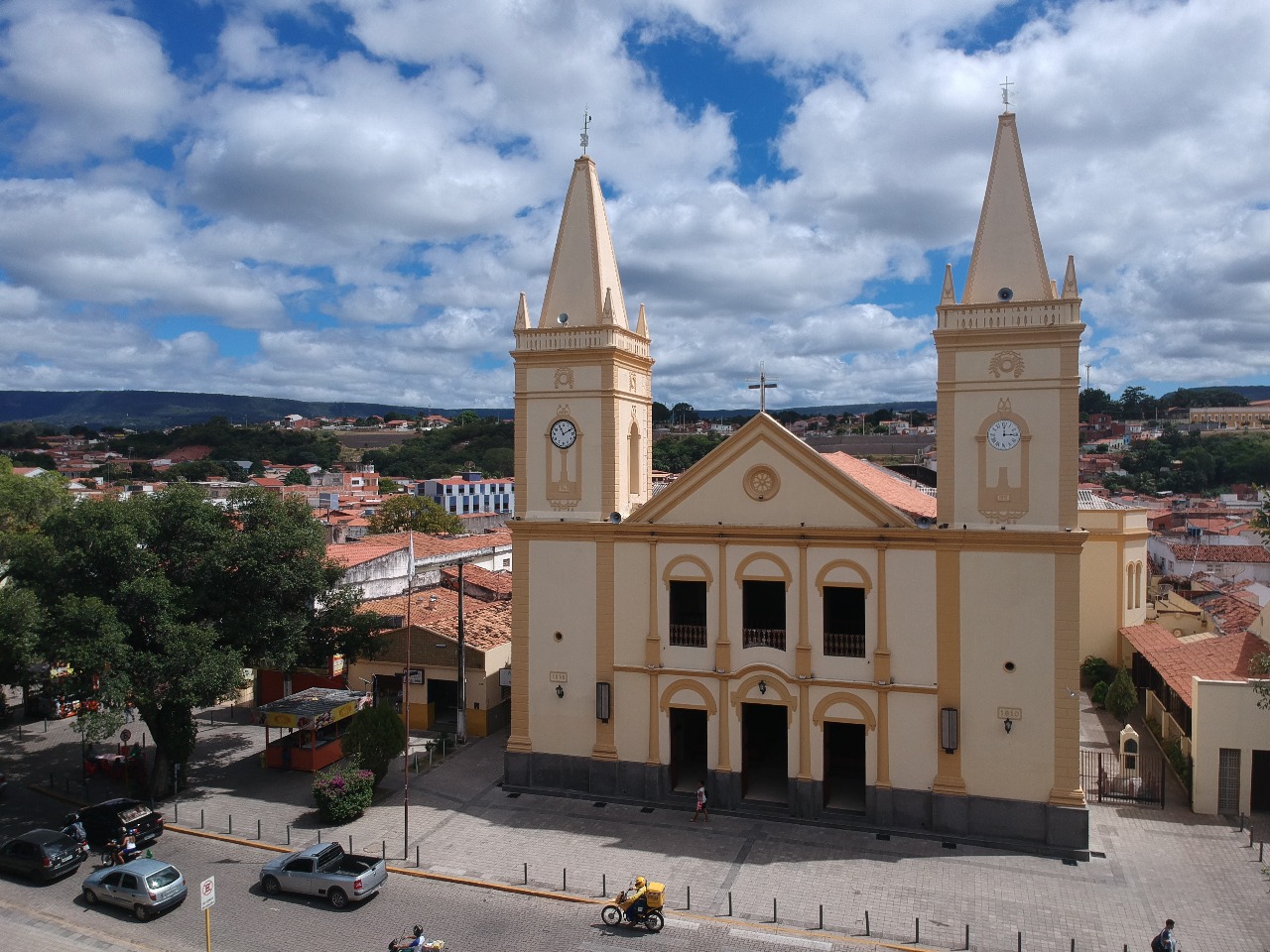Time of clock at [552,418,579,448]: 11:10
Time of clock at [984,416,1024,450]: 3:00
